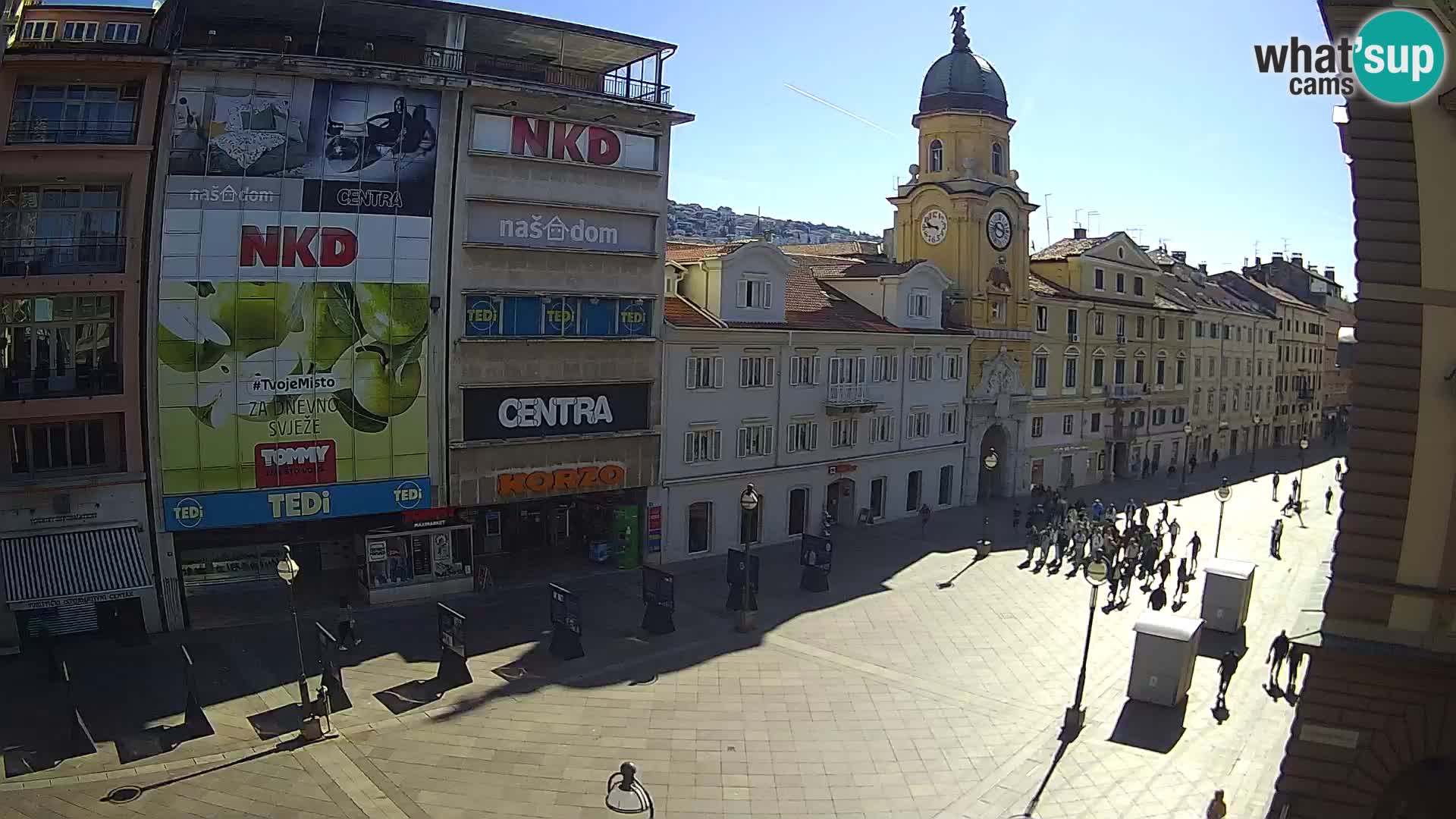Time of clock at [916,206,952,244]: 9:45
